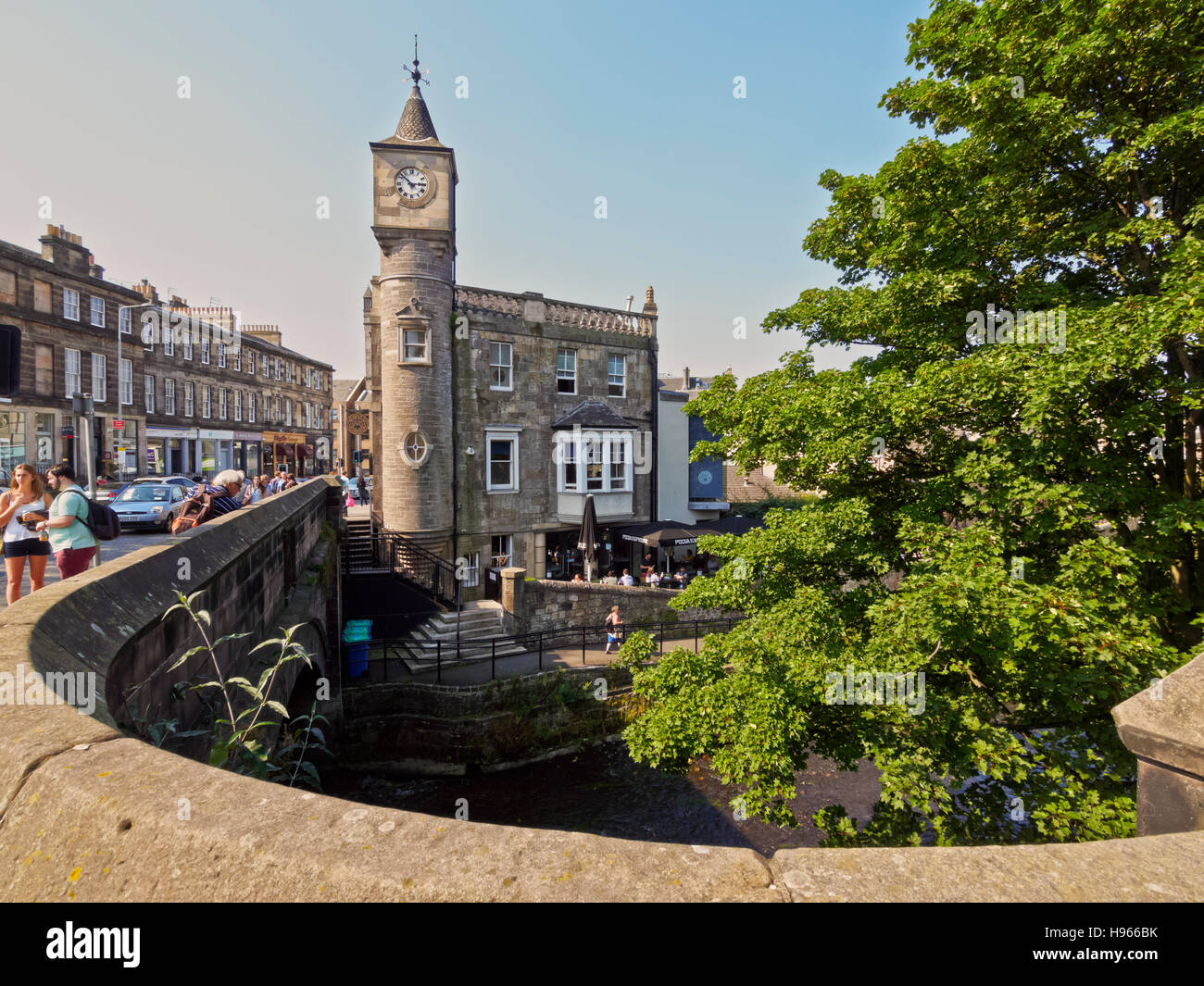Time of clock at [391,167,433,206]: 2:52
